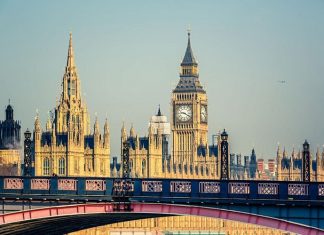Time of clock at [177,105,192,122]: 9:20
